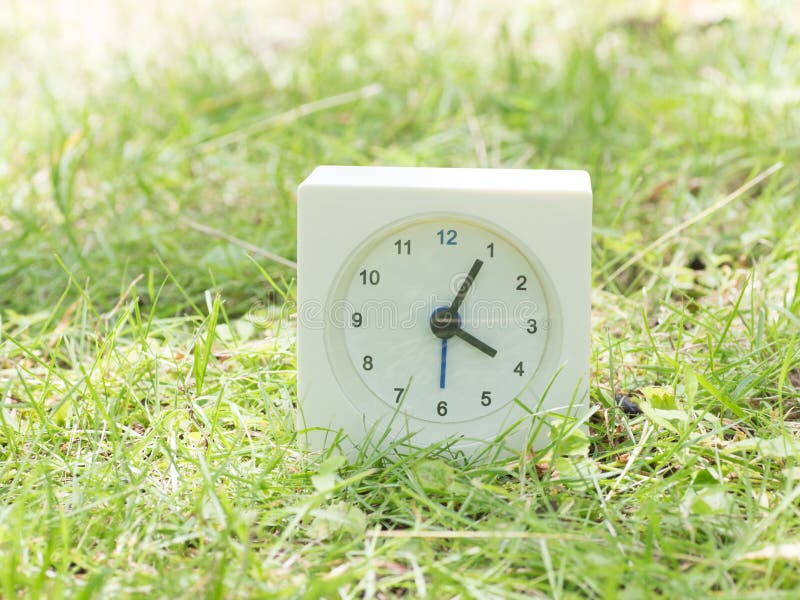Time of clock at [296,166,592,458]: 4:04
